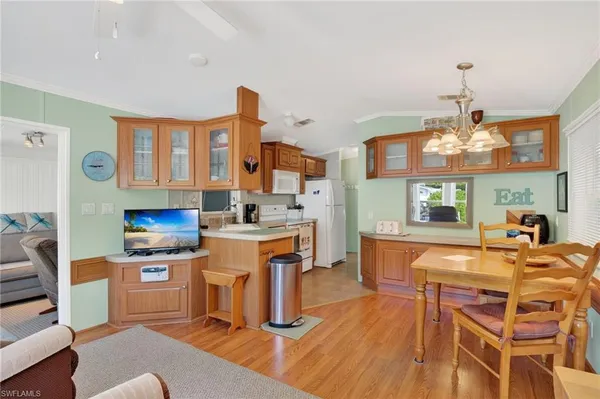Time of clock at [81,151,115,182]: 8:45
